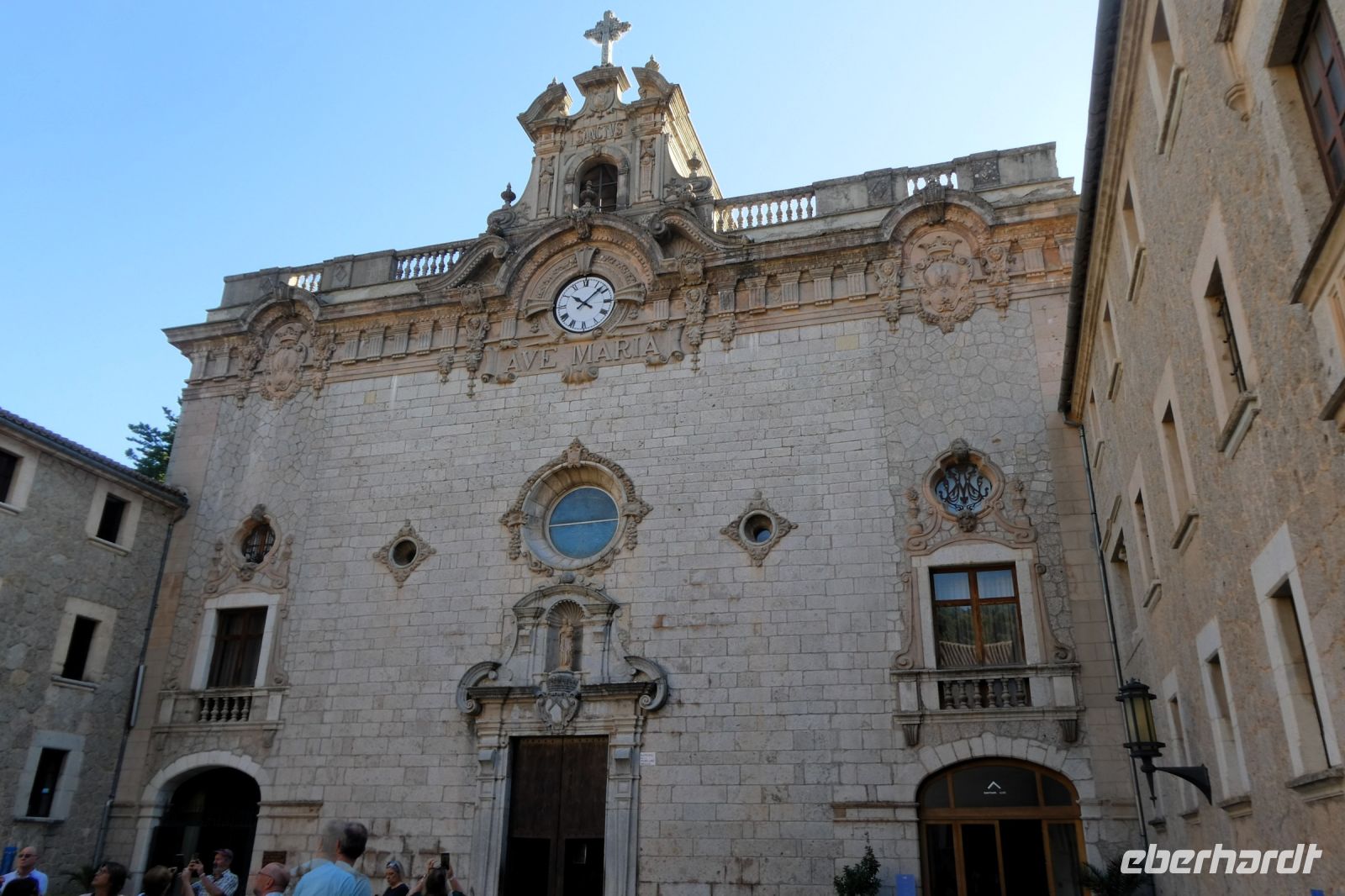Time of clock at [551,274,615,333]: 10:07
